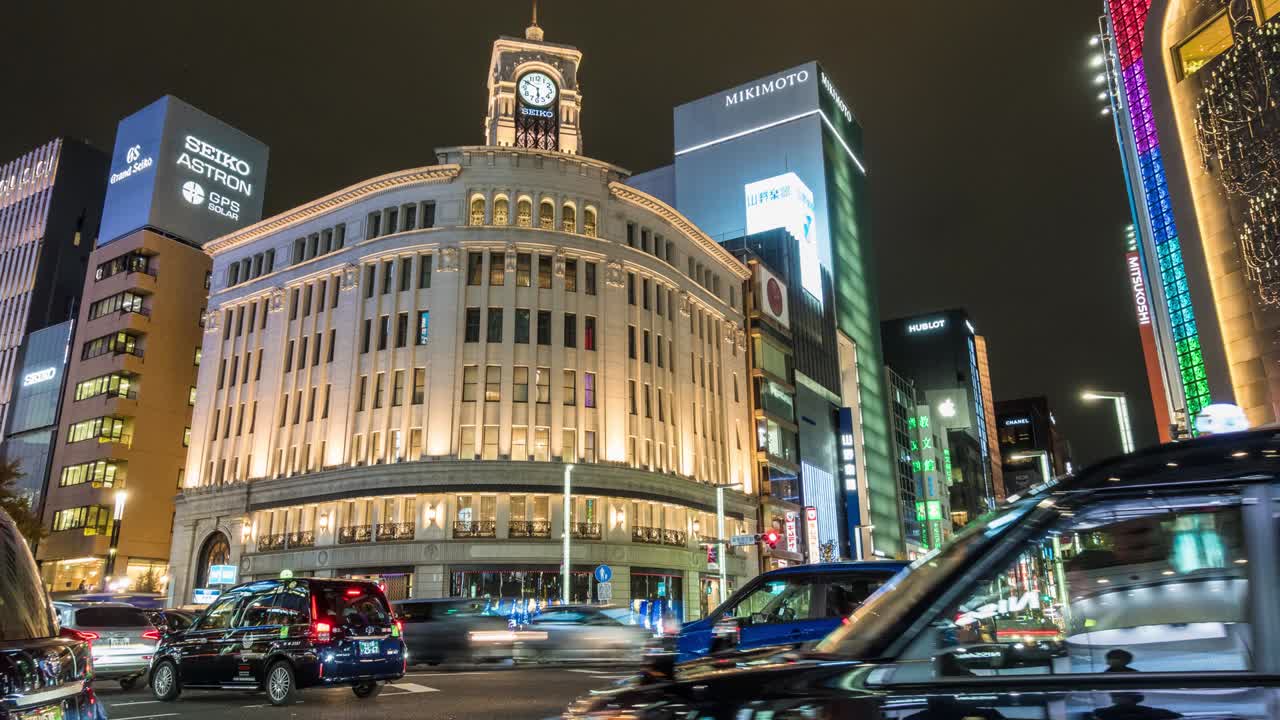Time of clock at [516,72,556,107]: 5:49
